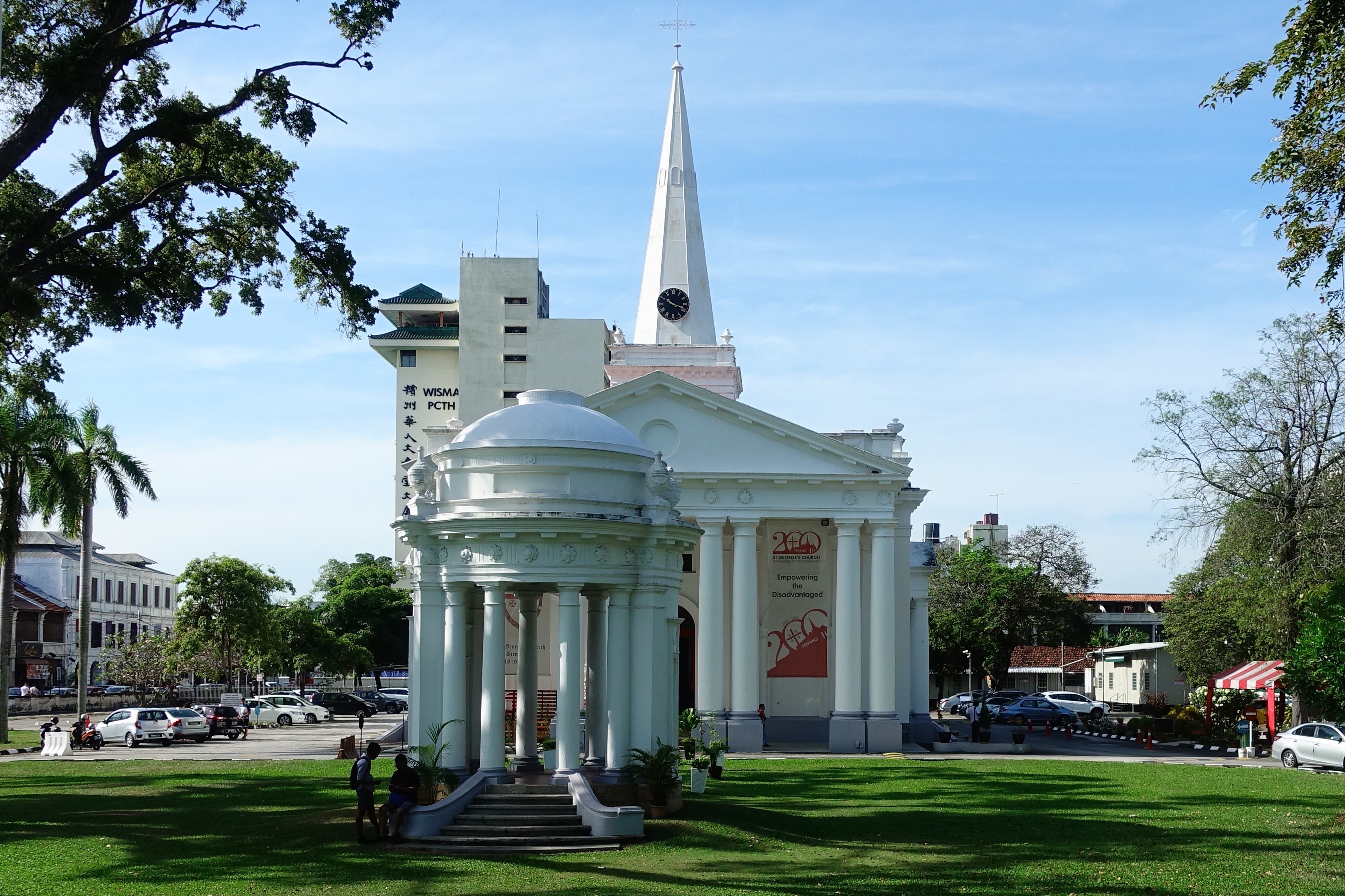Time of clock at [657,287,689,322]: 10:18
